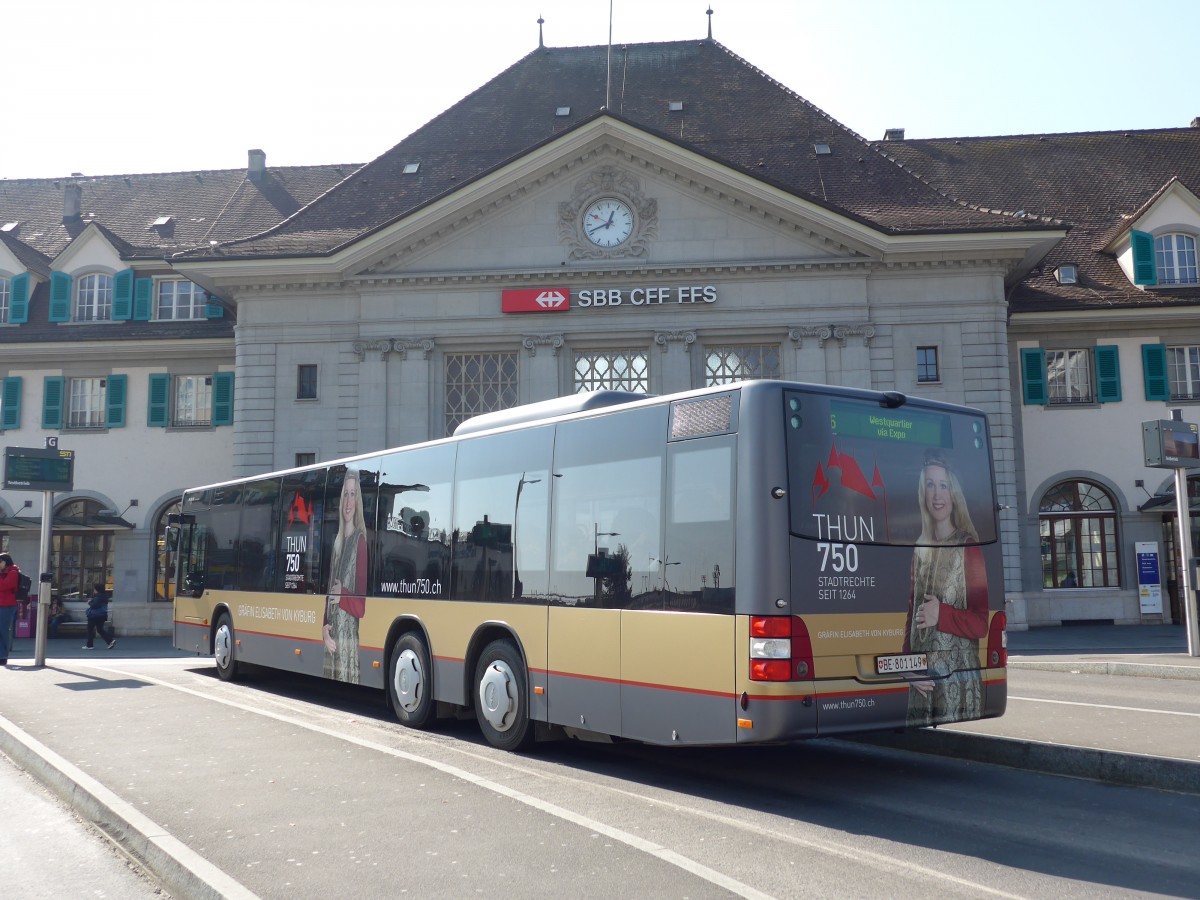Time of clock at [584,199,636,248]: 12:41
